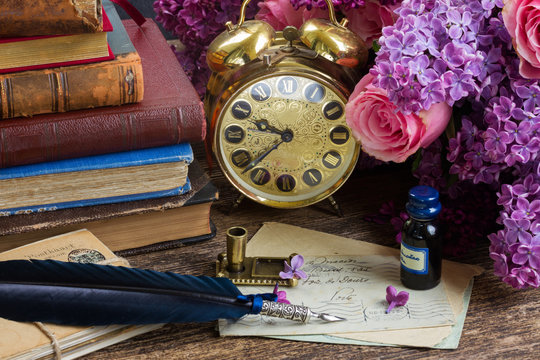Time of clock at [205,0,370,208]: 9:38
